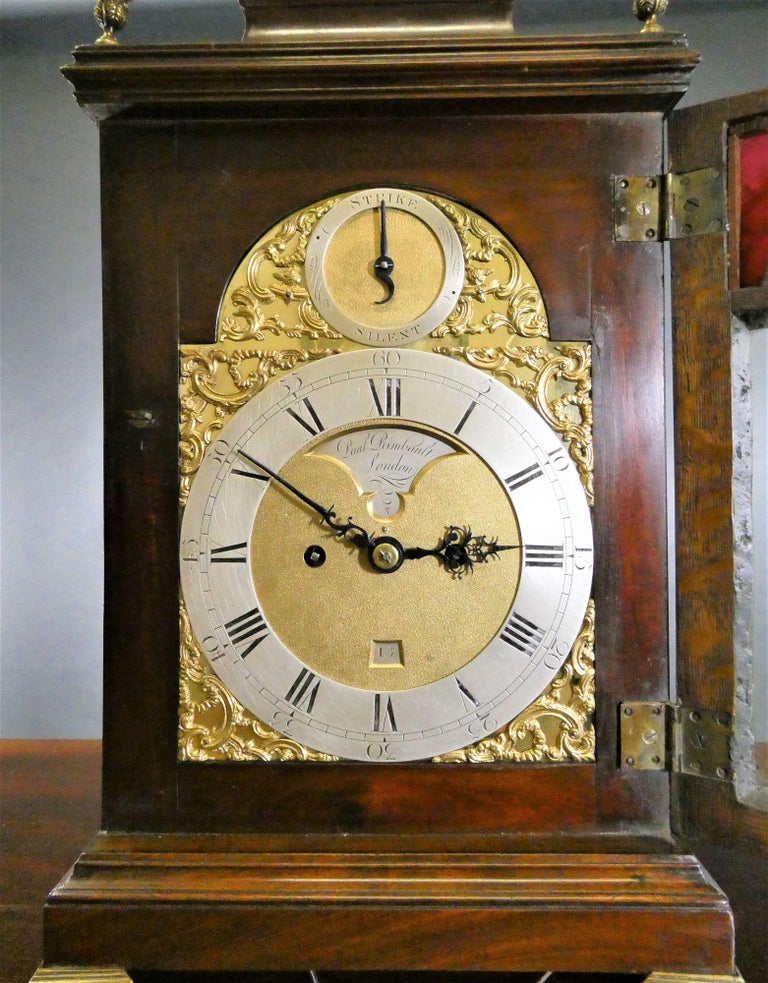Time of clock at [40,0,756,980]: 2:50
